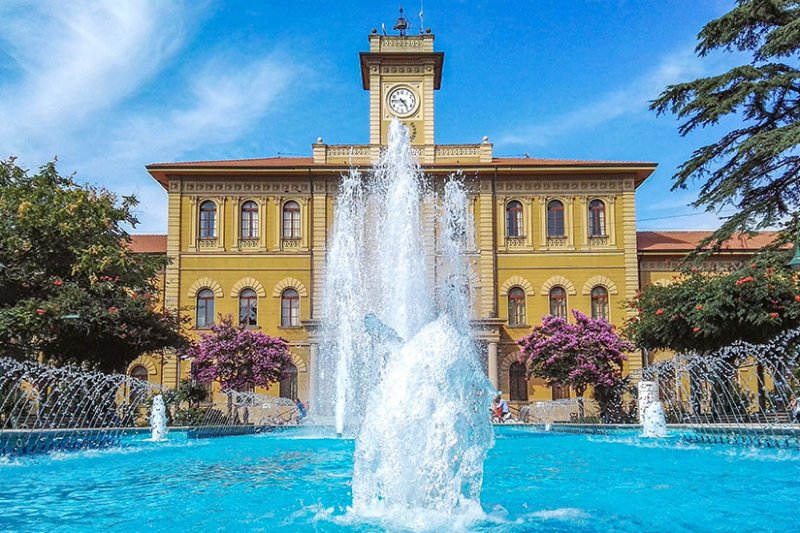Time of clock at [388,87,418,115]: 4:45
